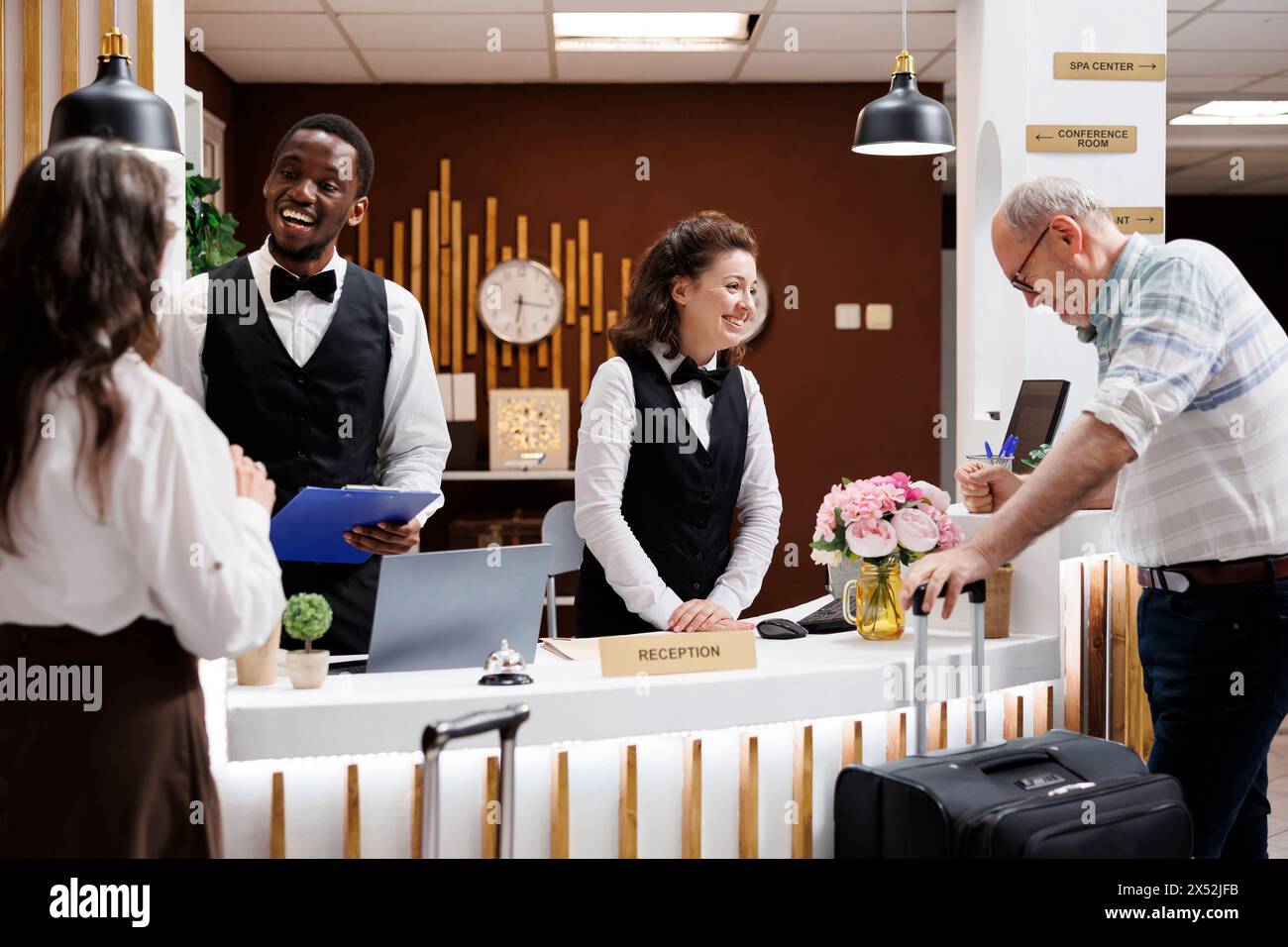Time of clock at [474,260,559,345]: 6:16
